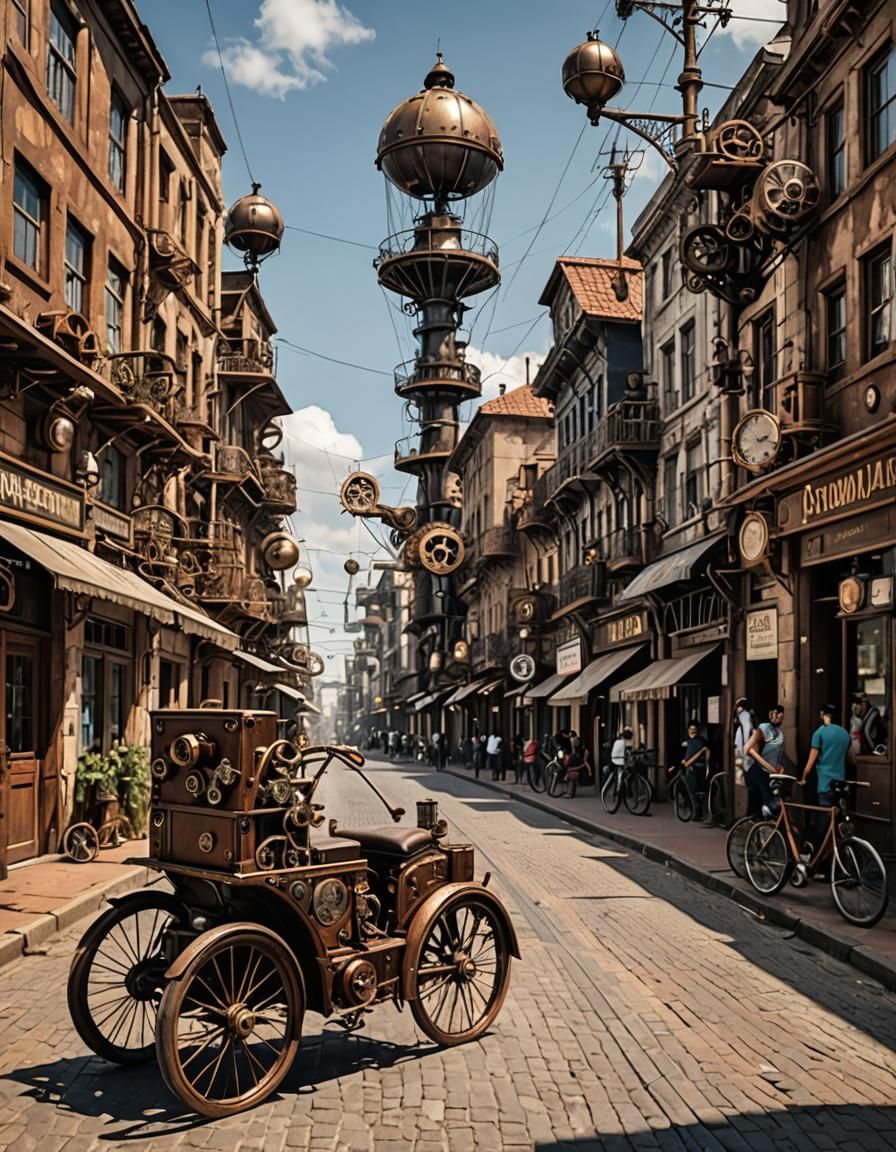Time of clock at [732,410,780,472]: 2:18
